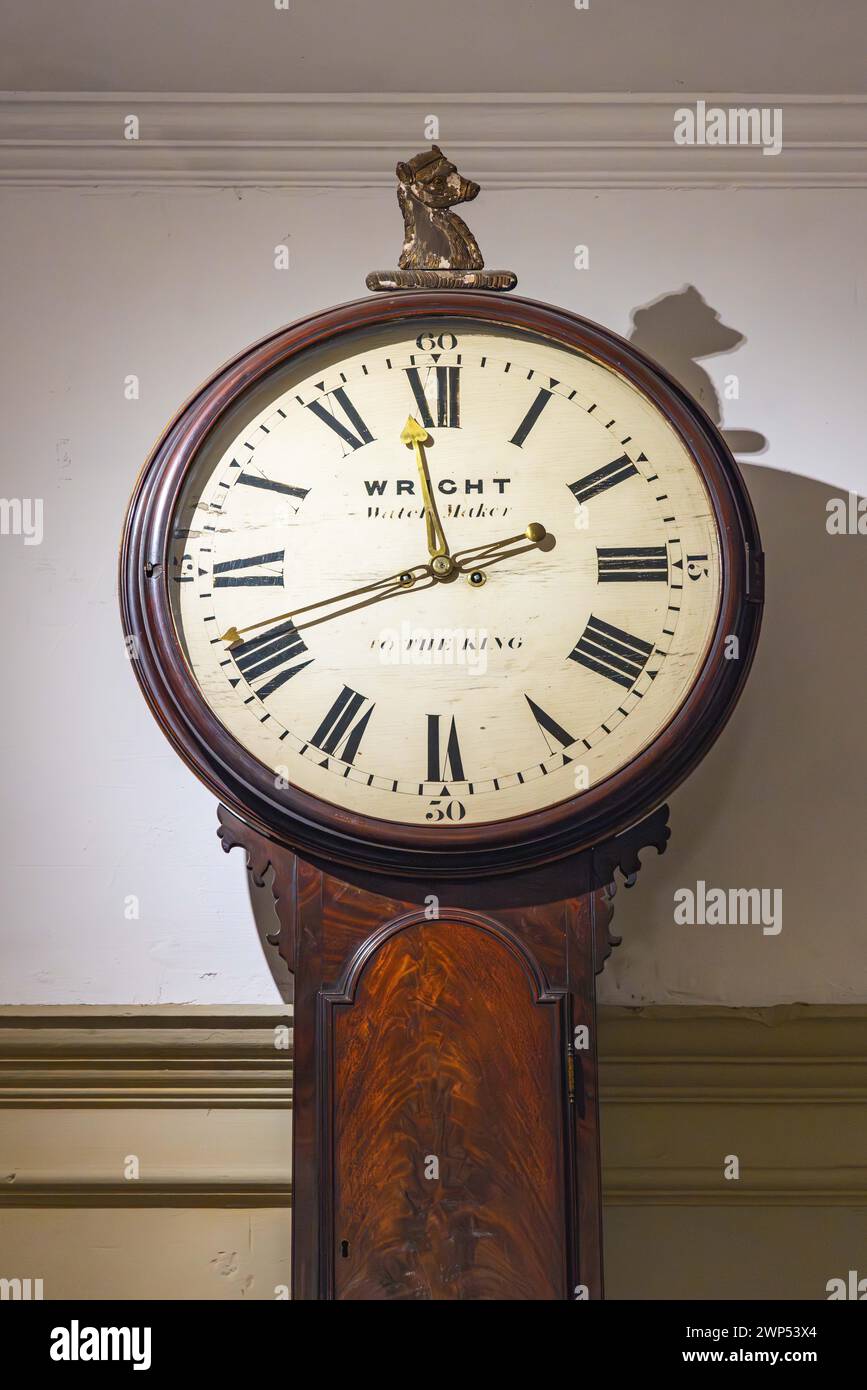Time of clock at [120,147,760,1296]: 11:41
